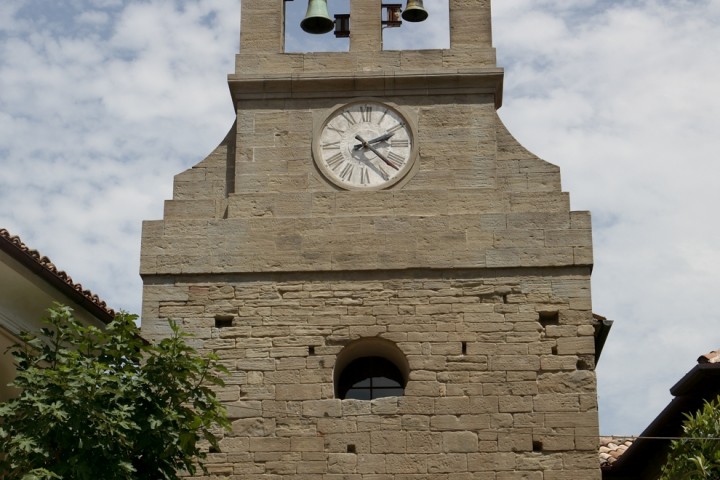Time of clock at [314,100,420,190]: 2:21
